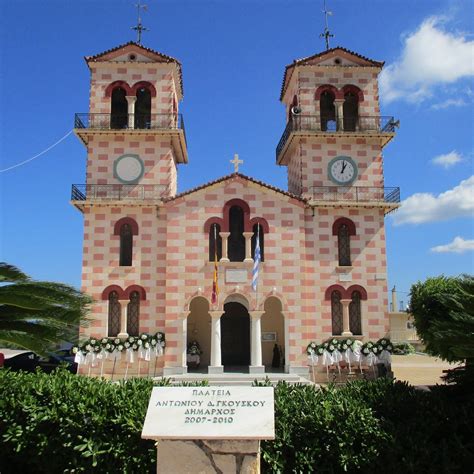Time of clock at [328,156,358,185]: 1:01
